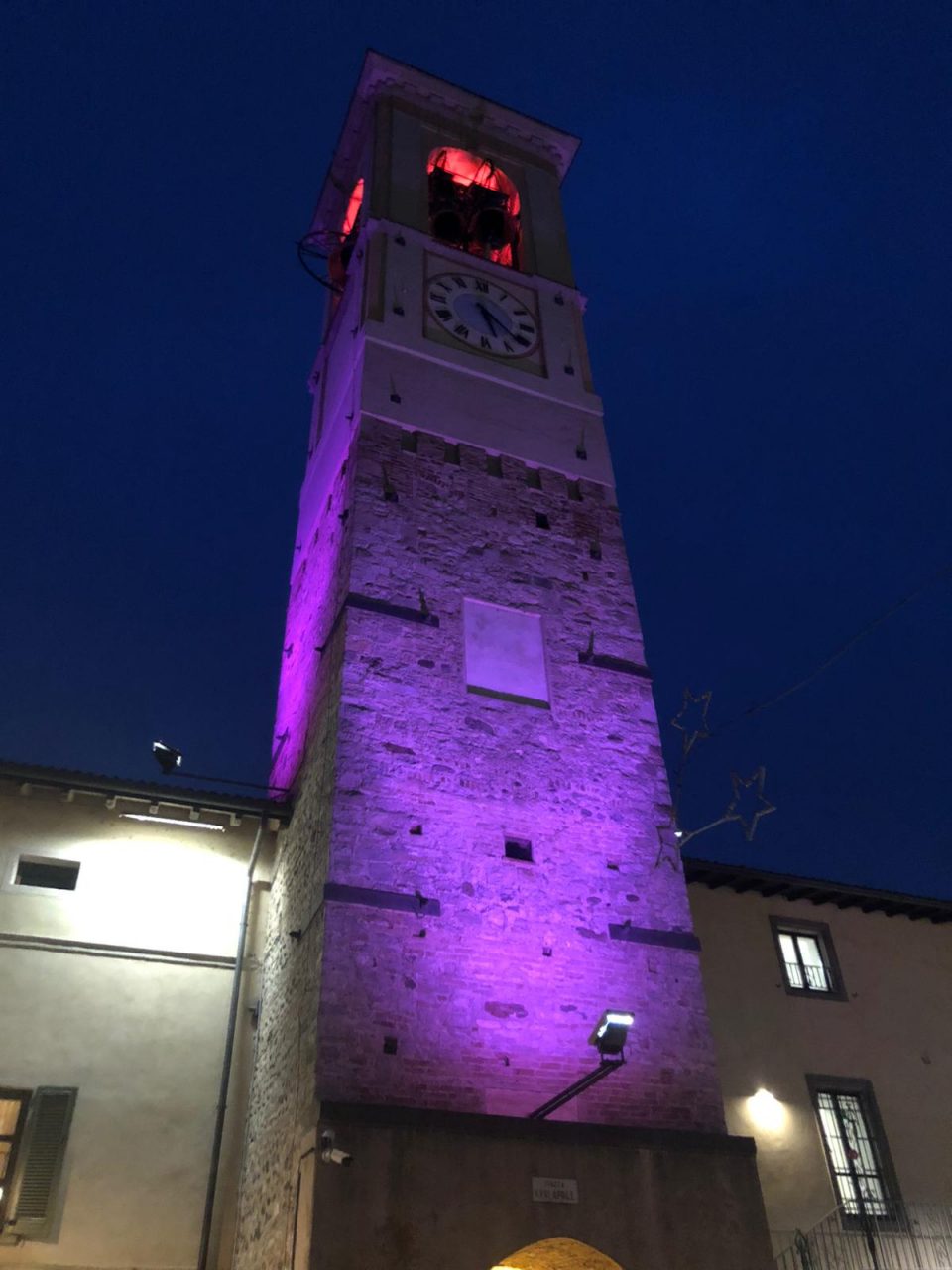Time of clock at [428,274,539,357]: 5:21
